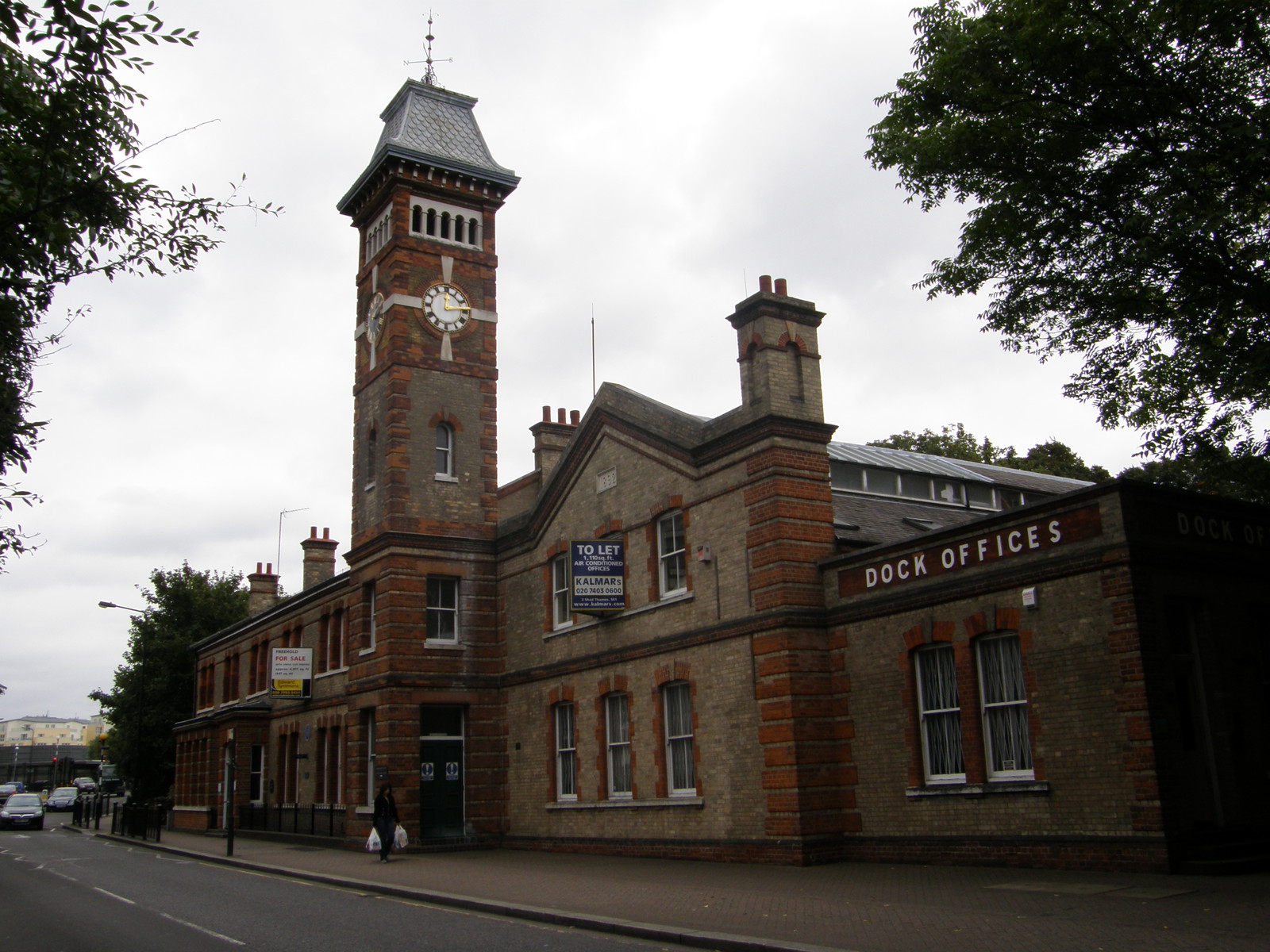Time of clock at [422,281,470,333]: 12:13
